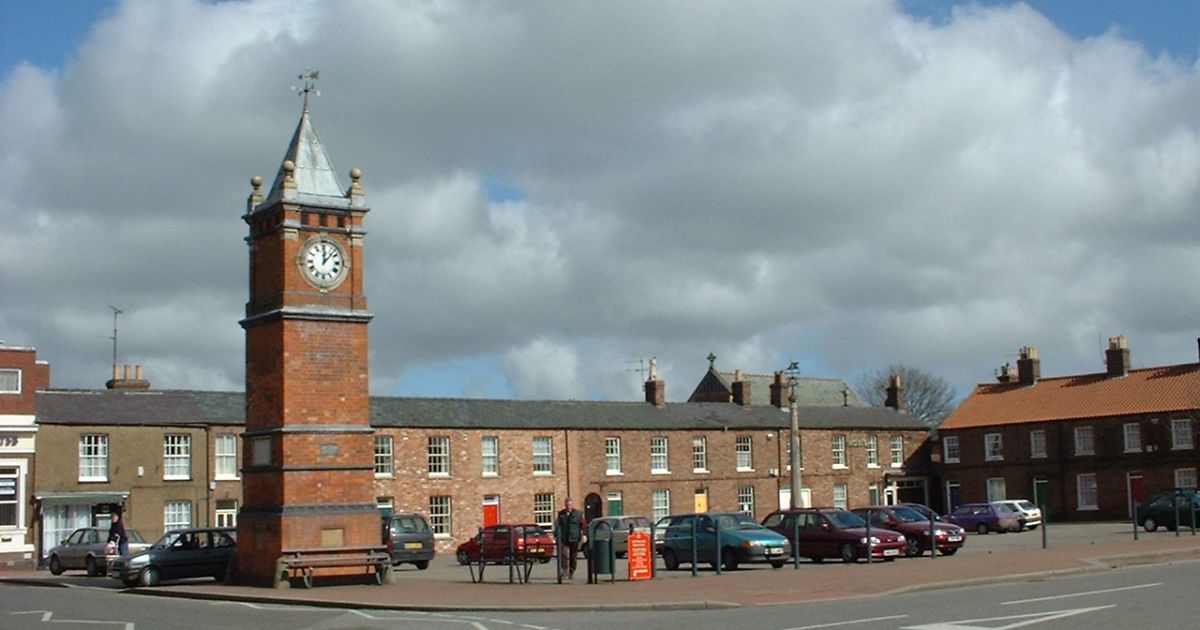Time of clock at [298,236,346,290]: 12:07
